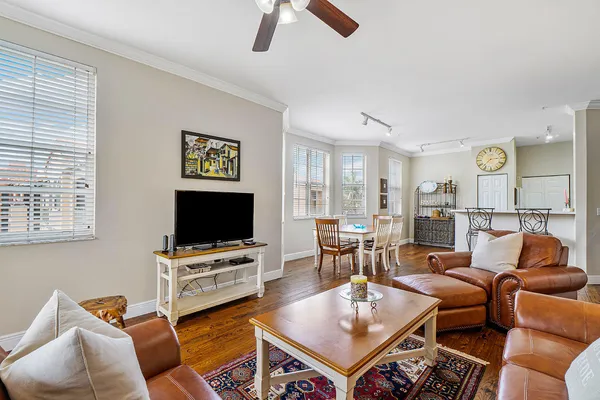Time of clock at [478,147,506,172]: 2:37
